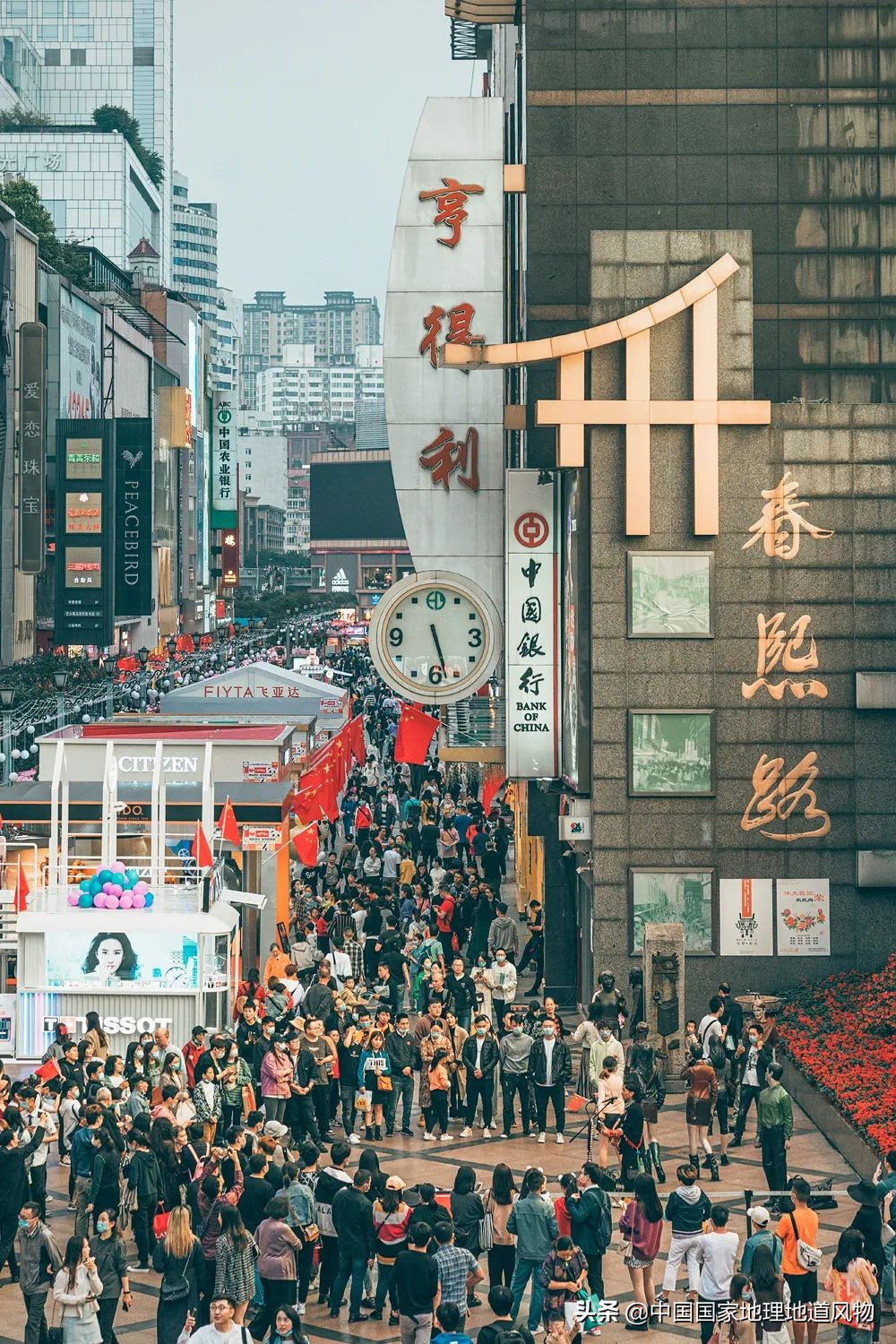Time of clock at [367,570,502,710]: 5:27
